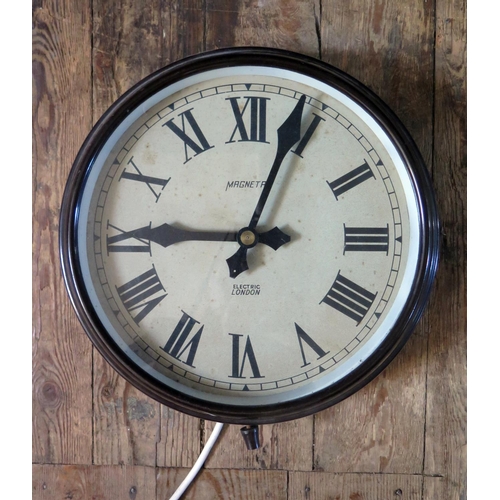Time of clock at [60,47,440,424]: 9:03
